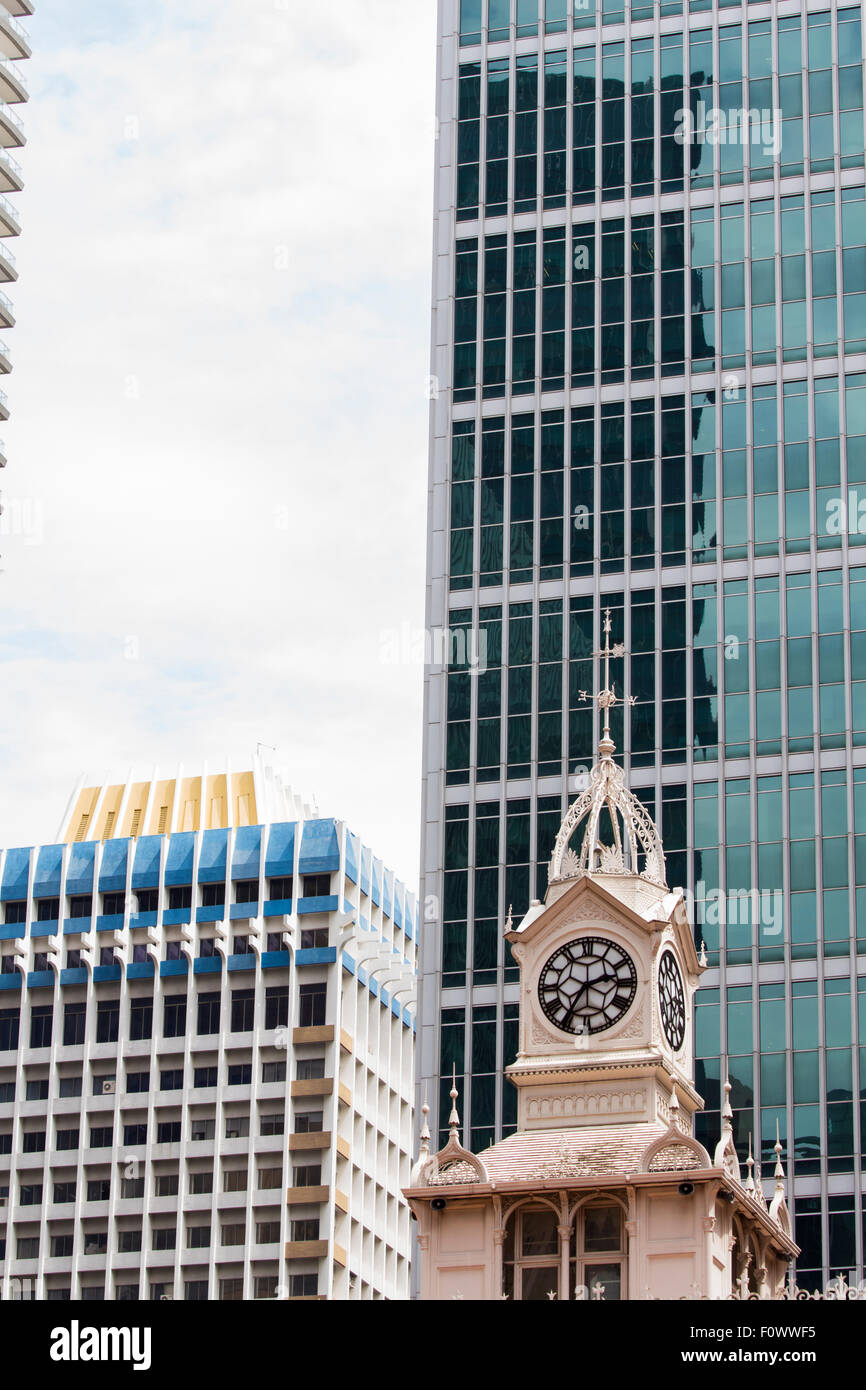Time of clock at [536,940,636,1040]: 2:35
